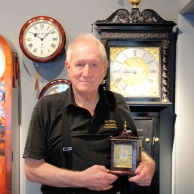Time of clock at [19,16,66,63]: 10:07
